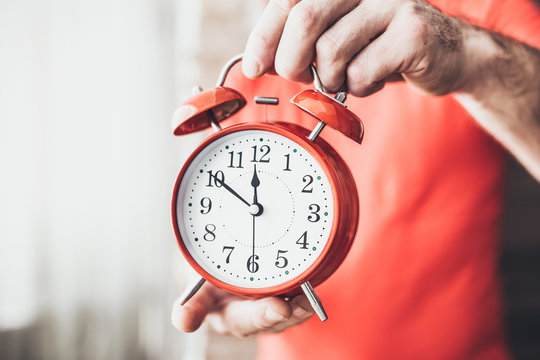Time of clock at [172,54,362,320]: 11:50
